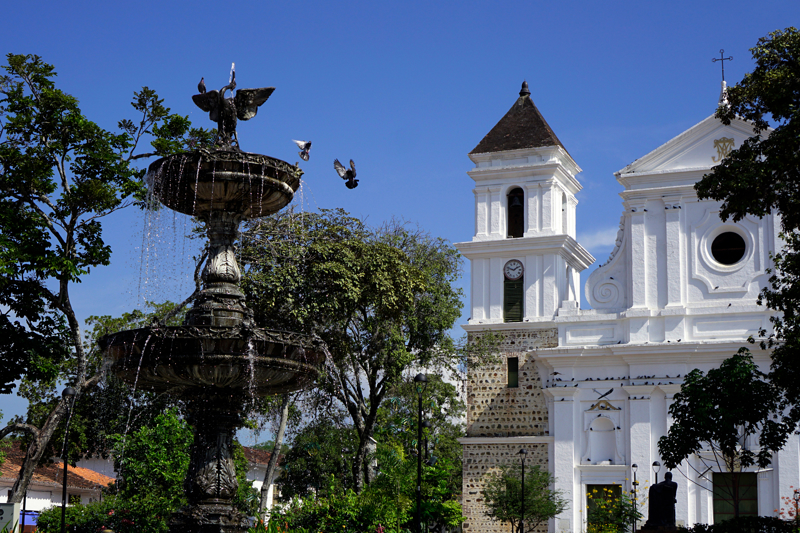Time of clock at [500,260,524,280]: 1:47
